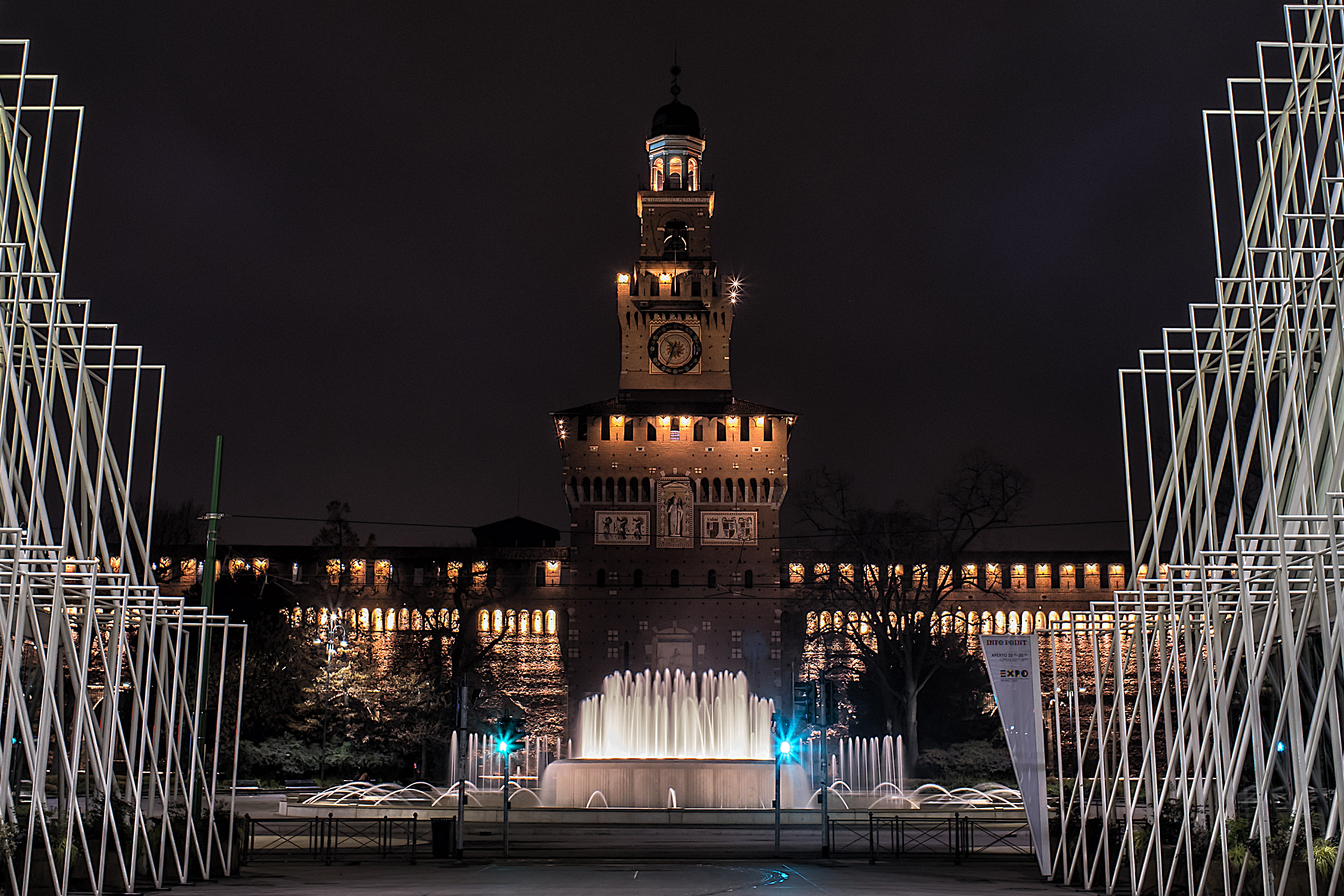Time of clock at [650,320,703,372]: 10:34
